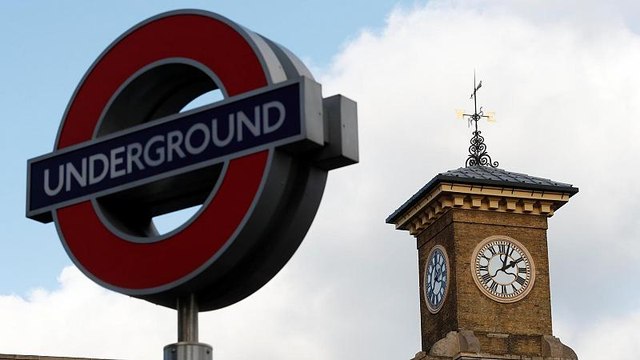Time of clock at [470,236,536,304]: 2:02
